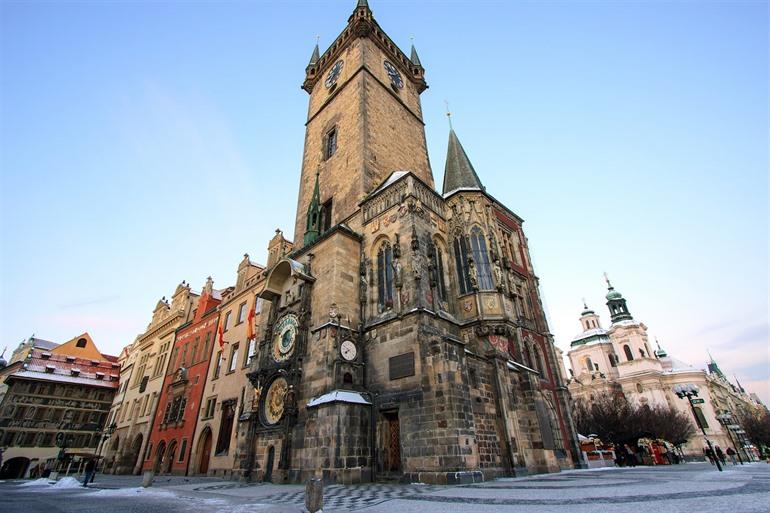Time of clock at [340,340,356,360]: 7:49
